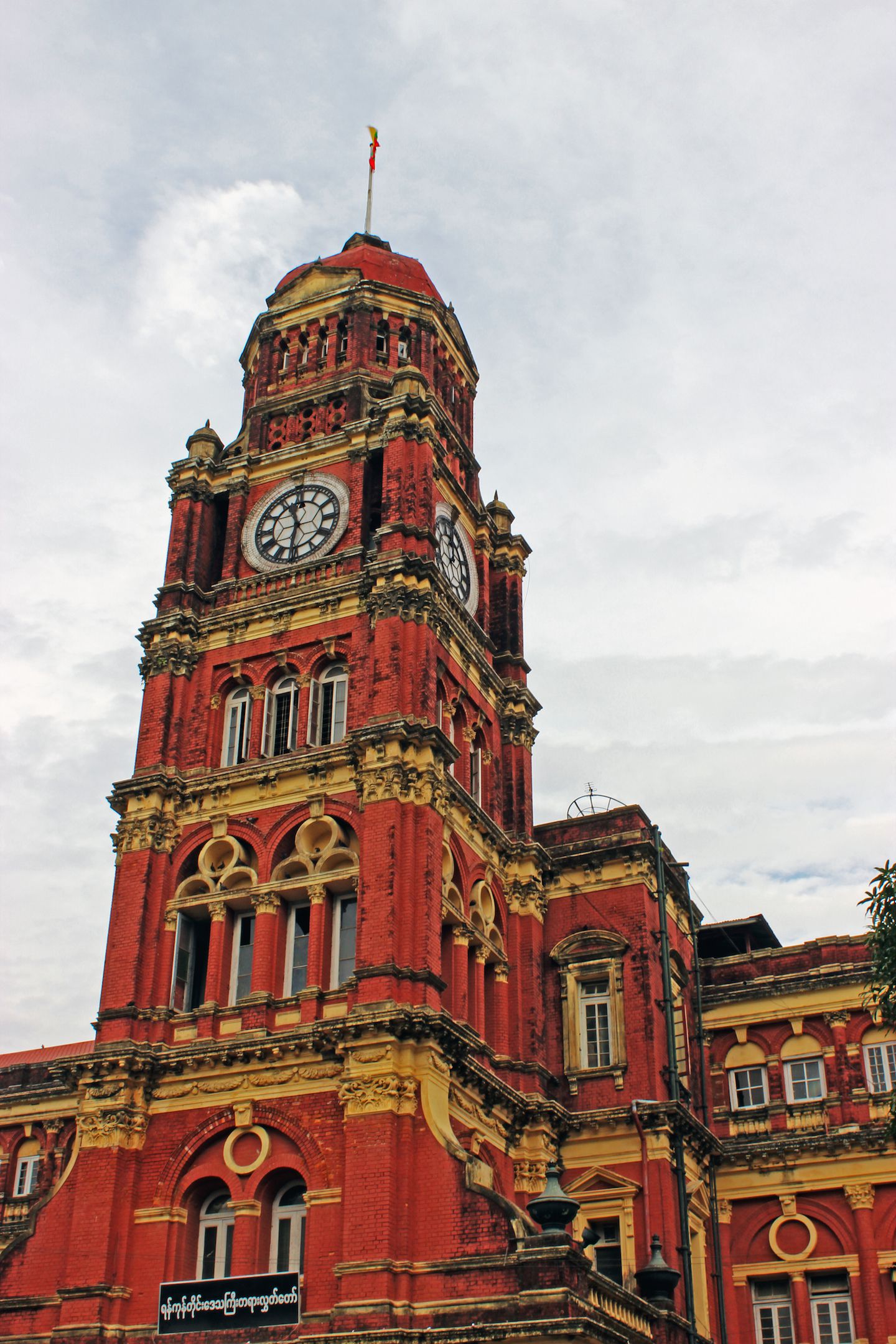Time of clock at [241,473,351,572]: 11:31
